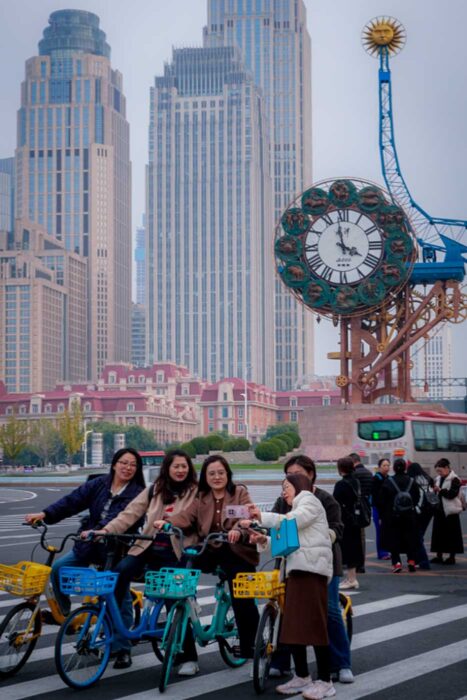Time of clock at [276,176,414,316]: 3:58
